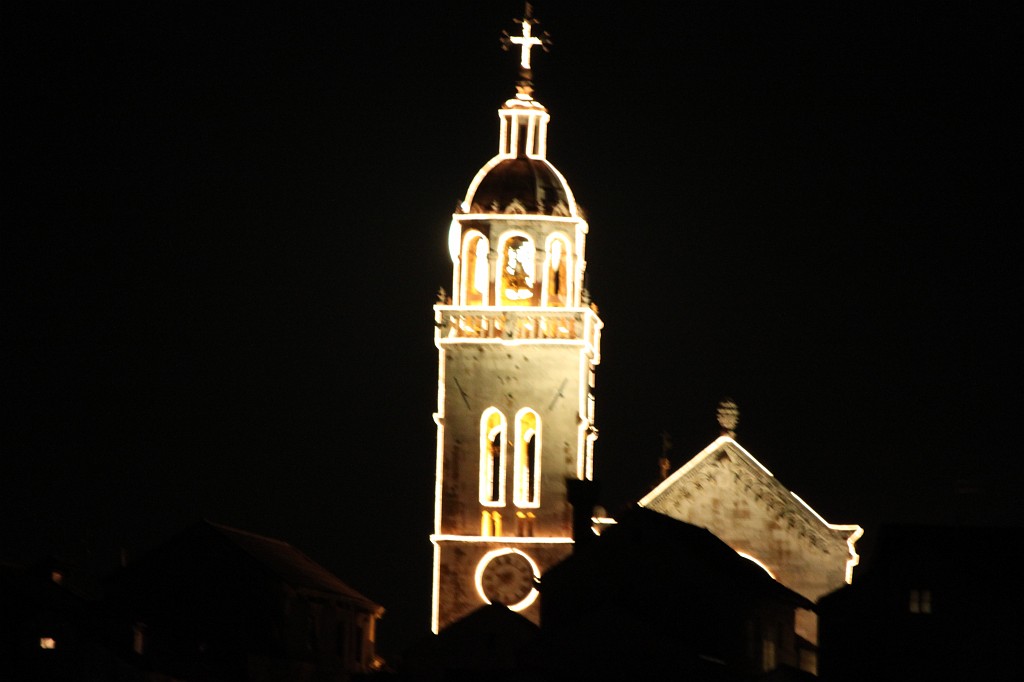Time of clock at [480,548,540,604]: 9:37
